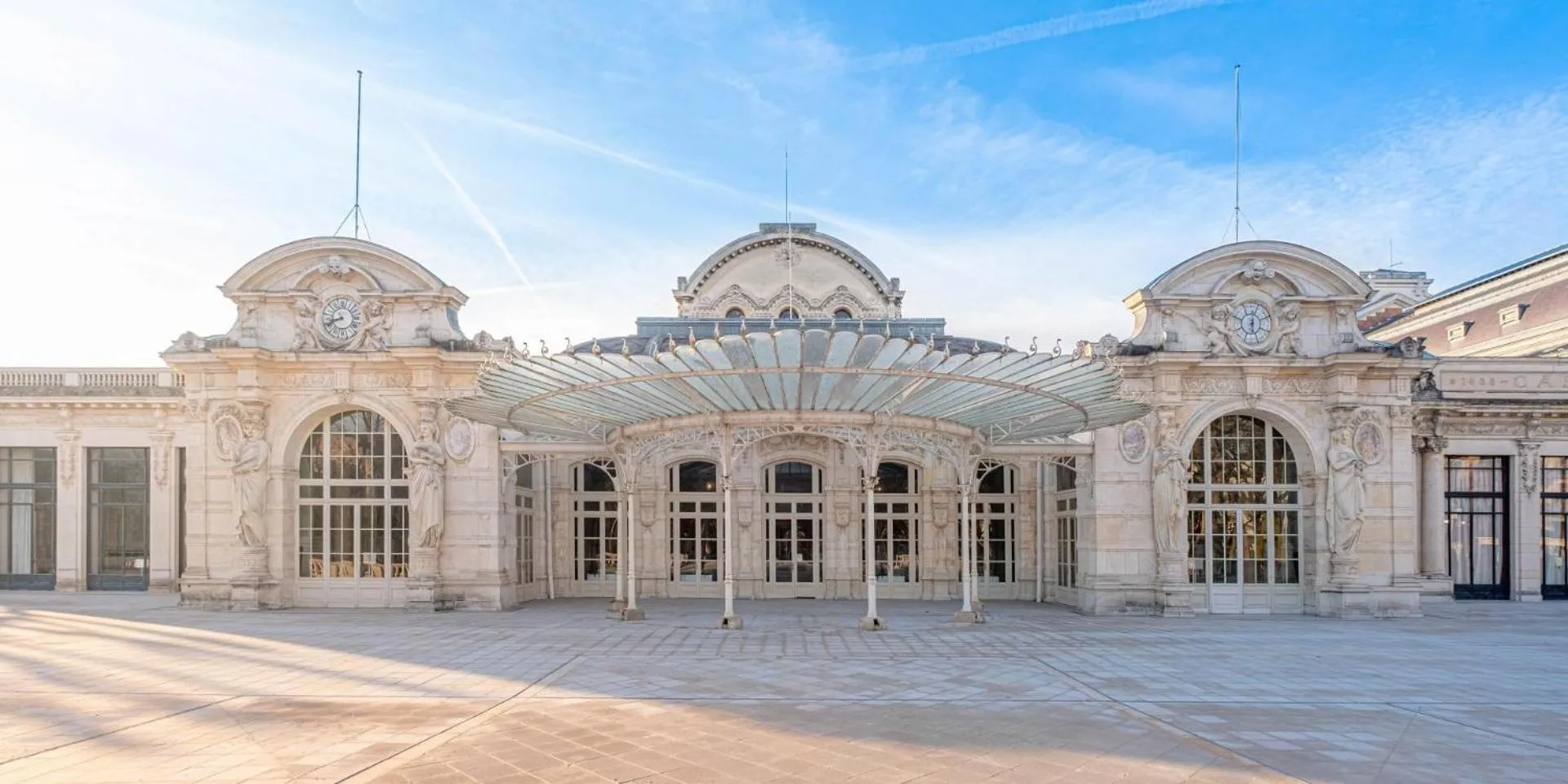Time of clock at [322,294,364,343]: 8:40
